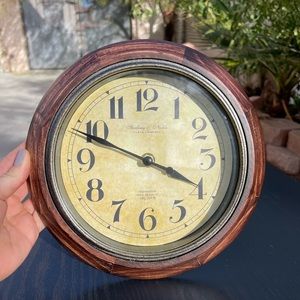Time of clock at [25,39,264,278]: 3:48
